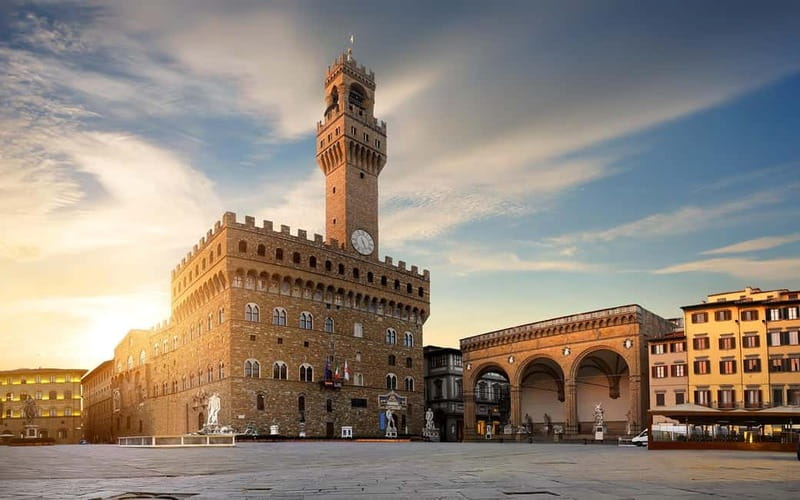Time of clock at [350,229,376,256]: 5:26
